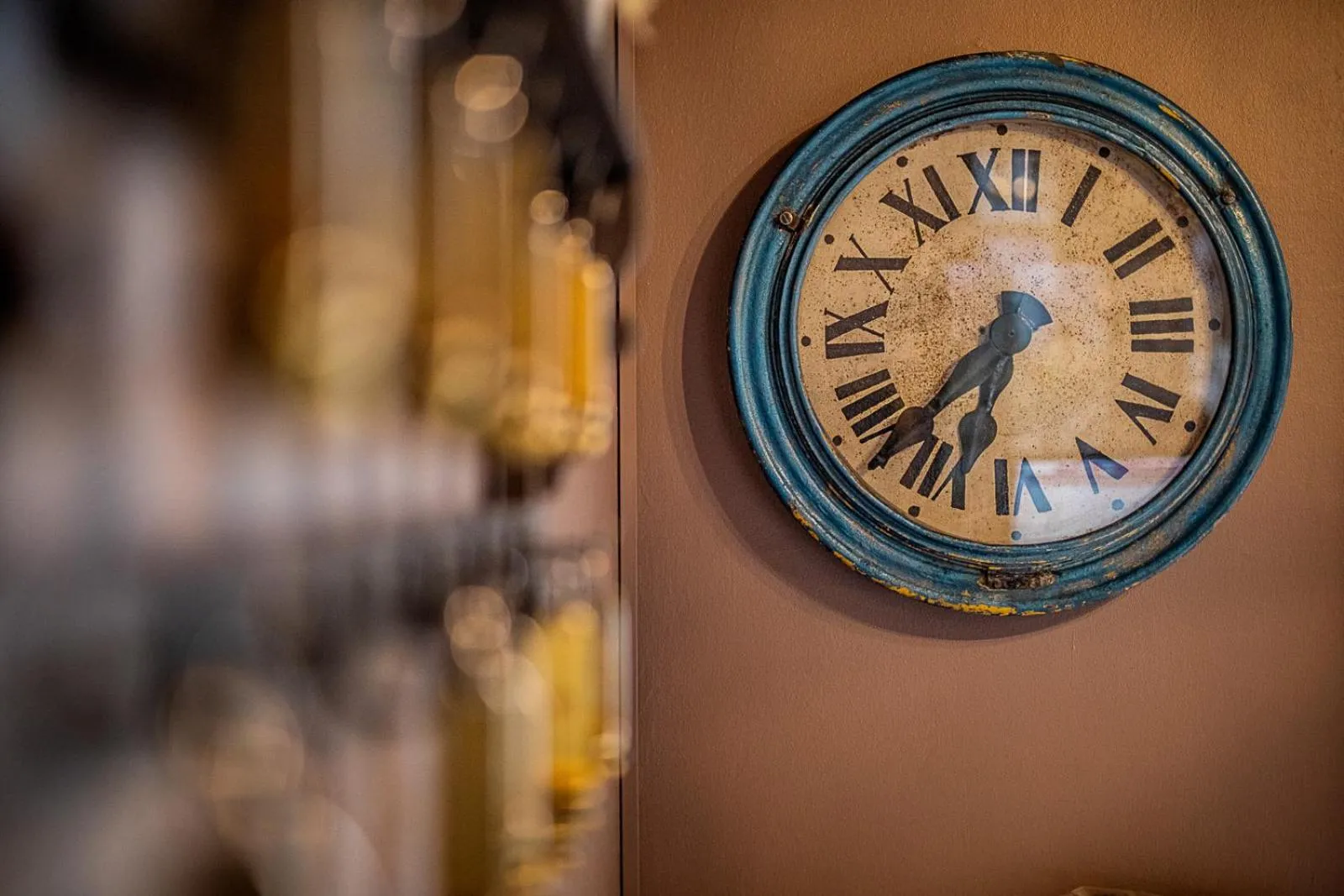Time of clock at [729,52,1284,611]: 6:37
